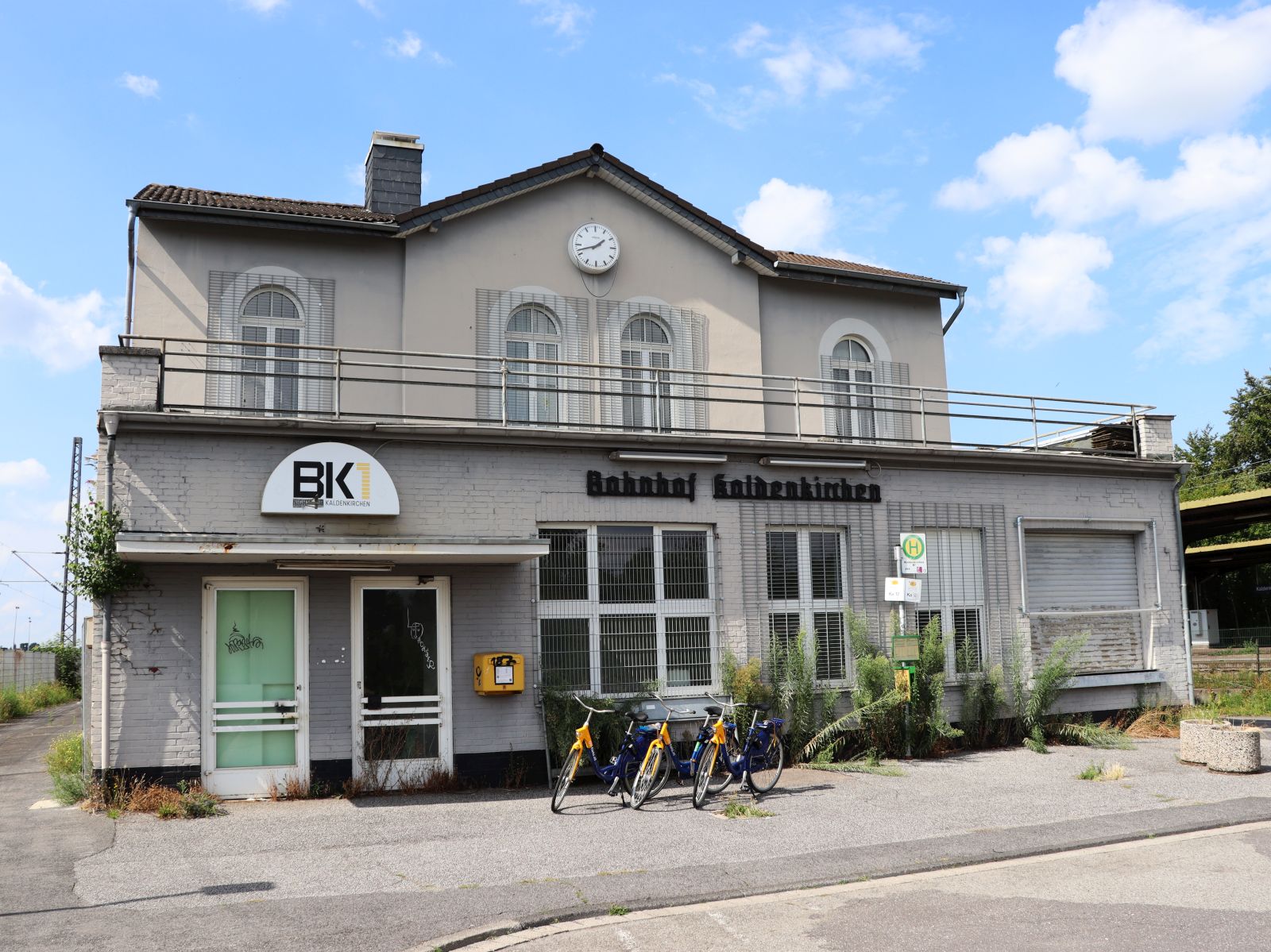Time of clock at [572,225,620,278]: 1:42
